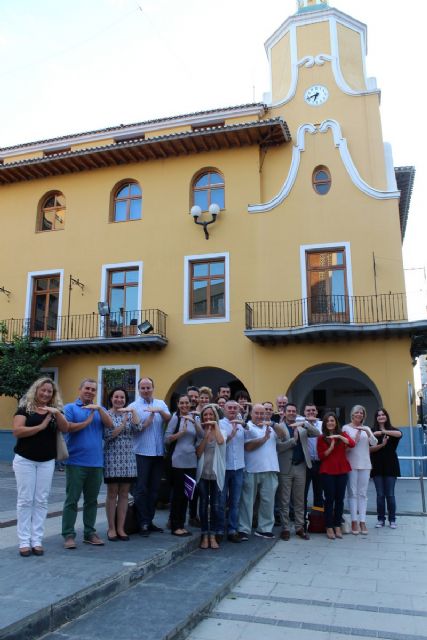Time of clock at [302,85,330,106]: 6:41
